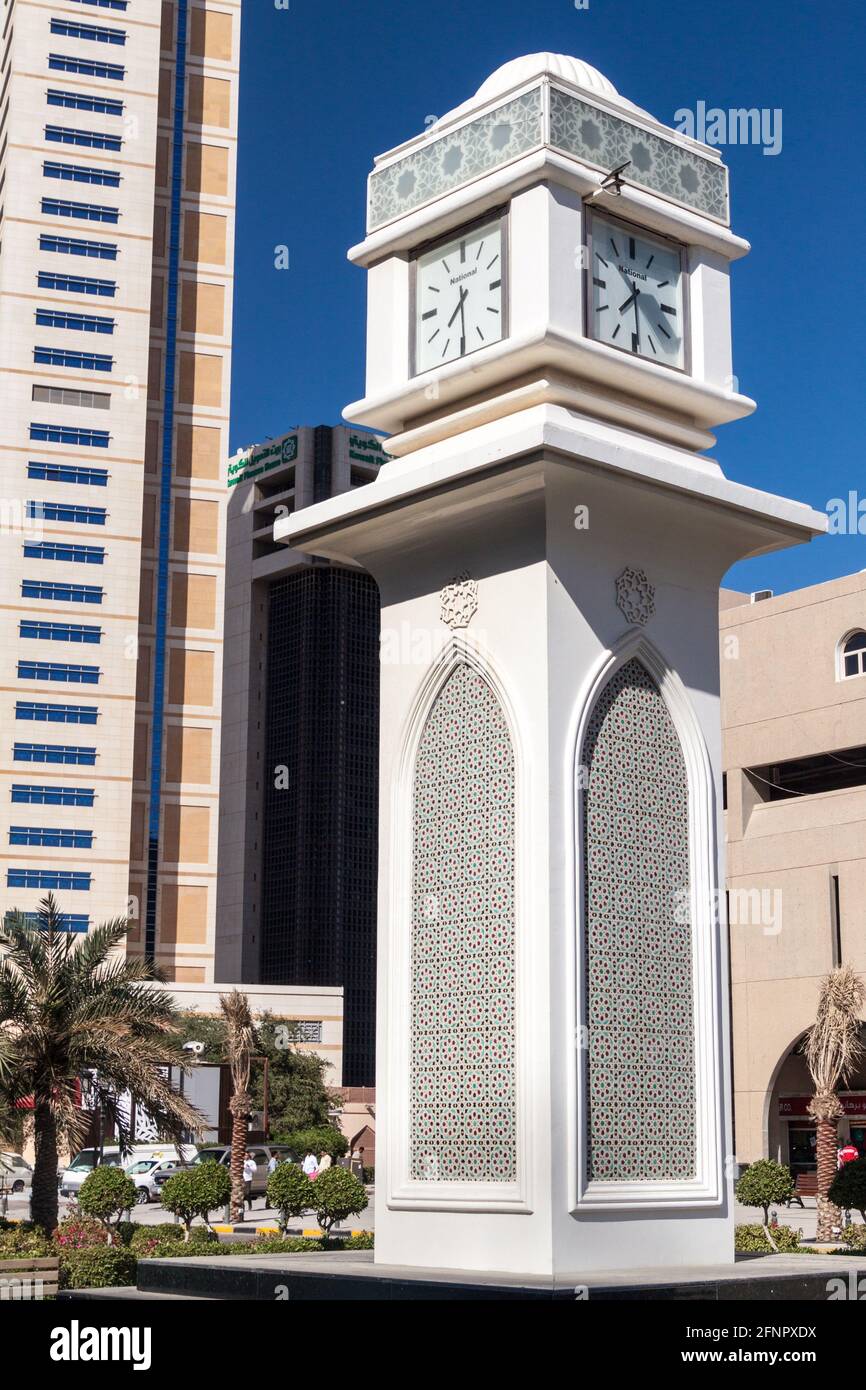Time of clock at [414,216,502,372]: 7:30
